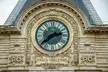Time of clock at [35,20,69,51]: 2:39
